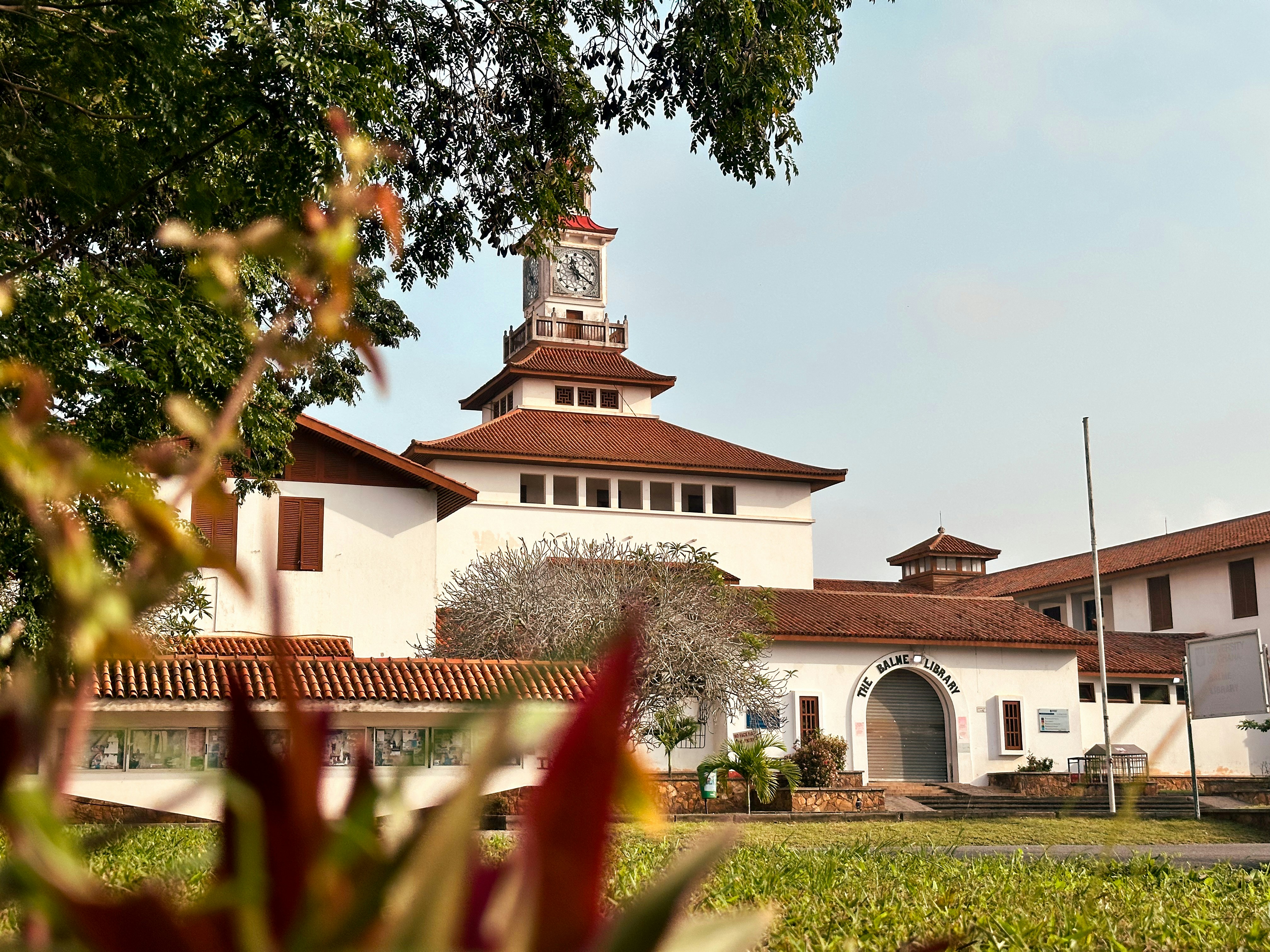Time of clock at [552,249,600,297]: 11:20
